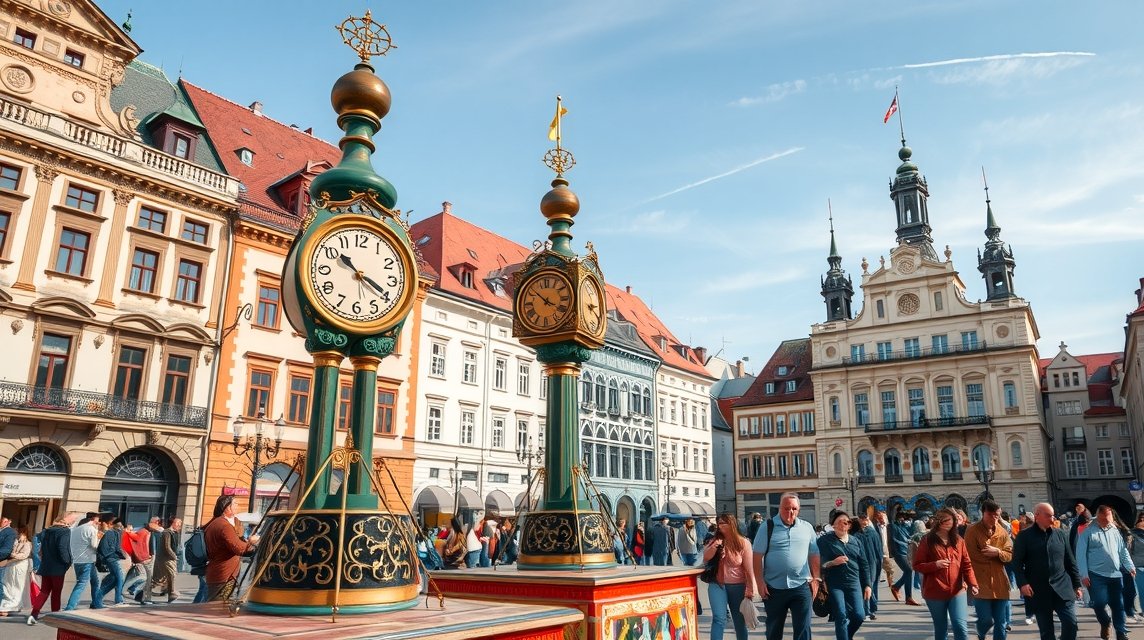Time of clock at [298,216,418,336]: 10:19
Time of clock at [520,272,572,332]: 3:51
